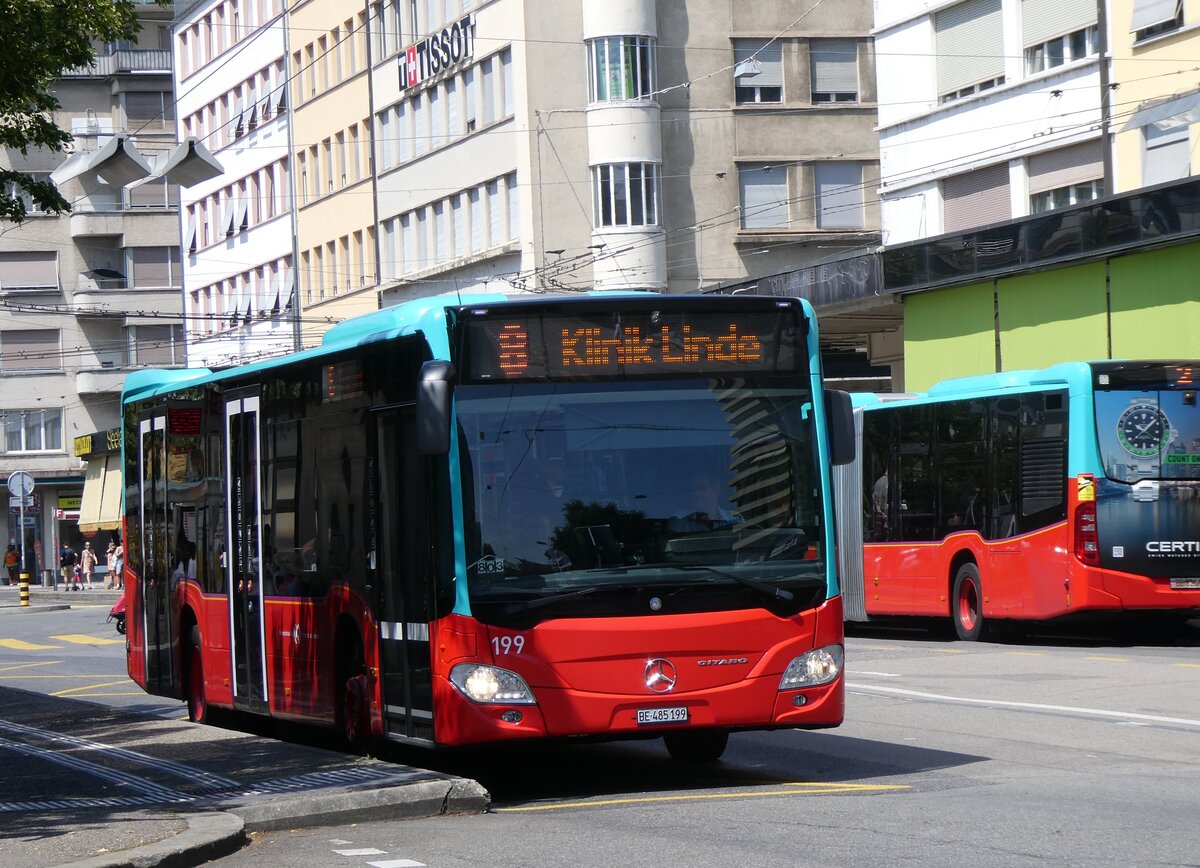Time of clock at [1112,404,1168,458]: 10:07
